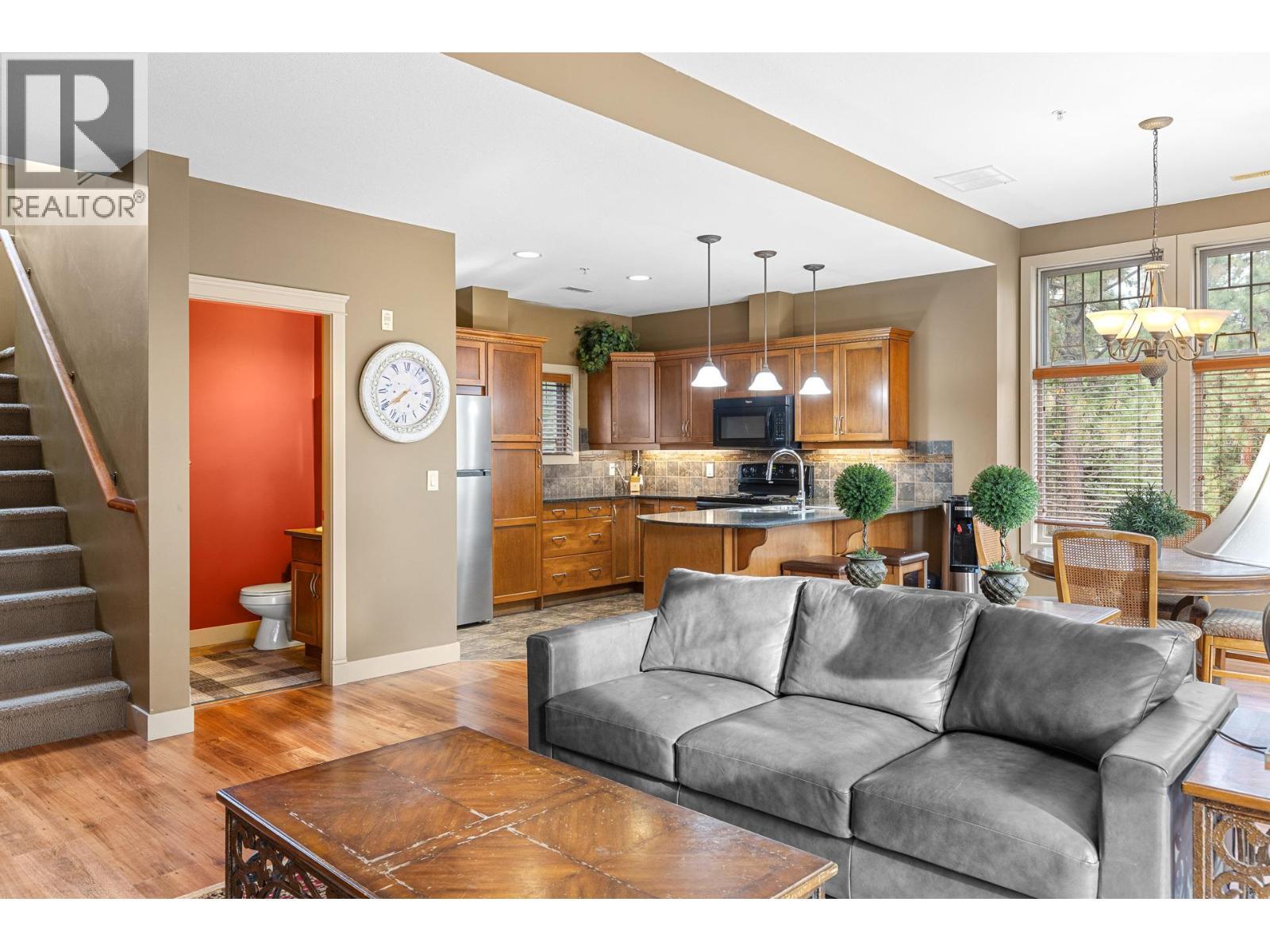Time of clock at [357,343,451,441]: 7:39
